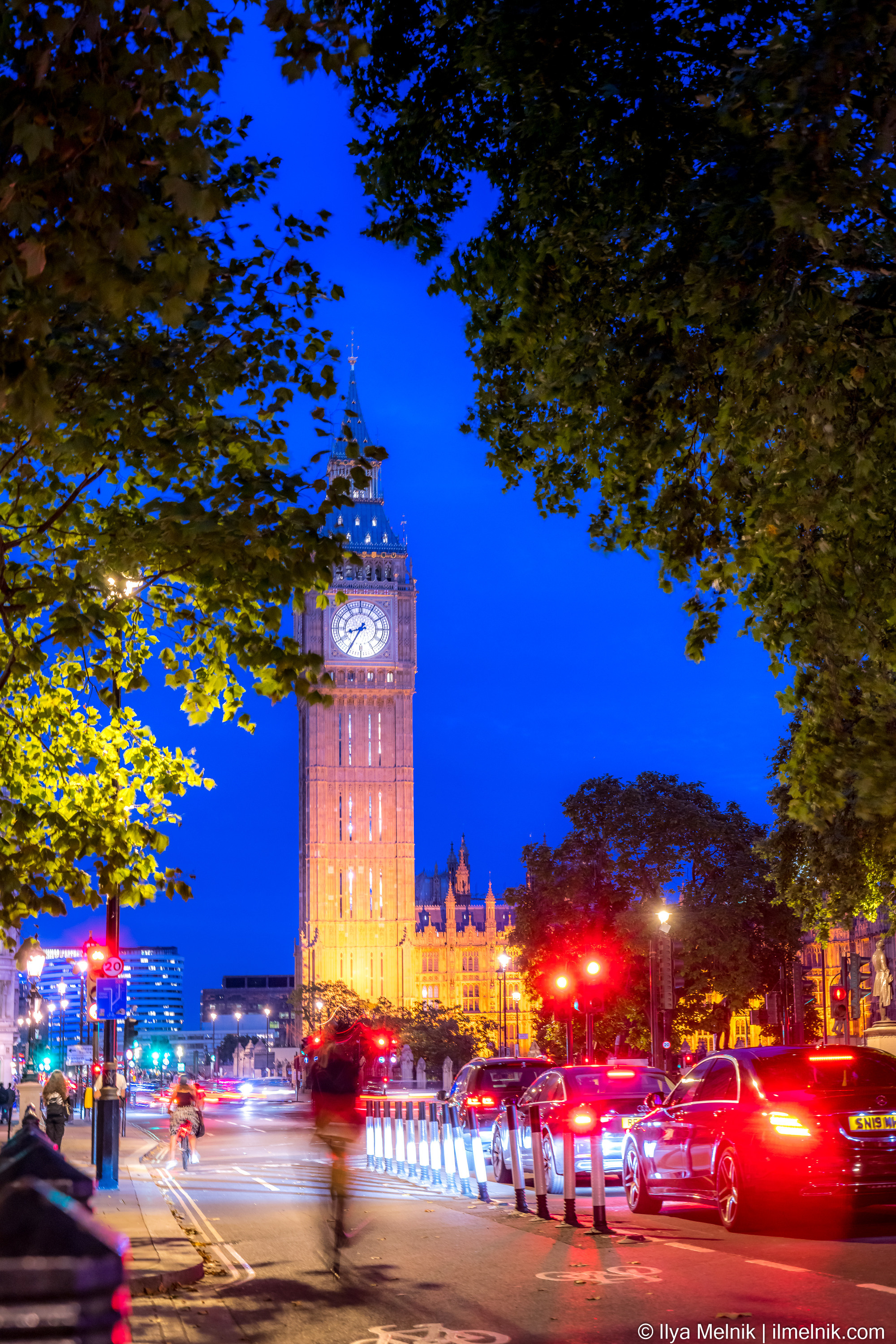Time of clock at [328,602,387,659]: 8:34
